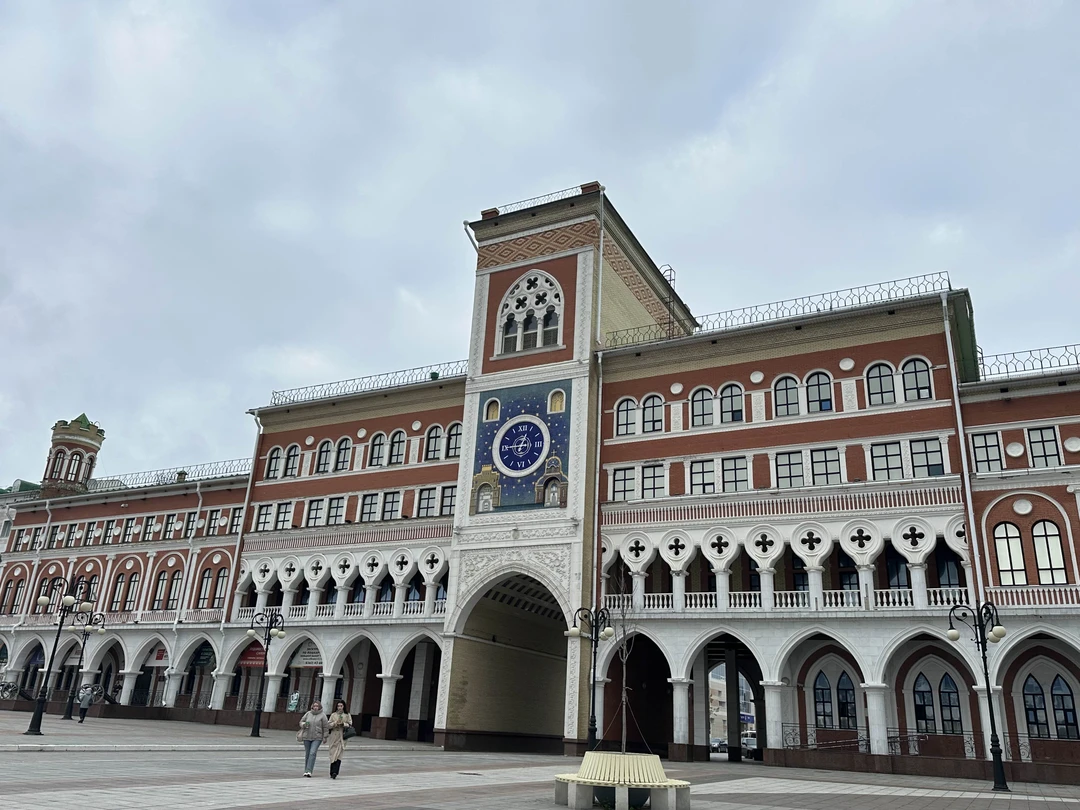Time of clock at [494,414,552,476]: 12:45
